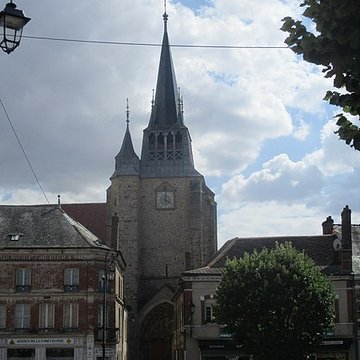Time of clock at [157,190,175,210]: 4:01
